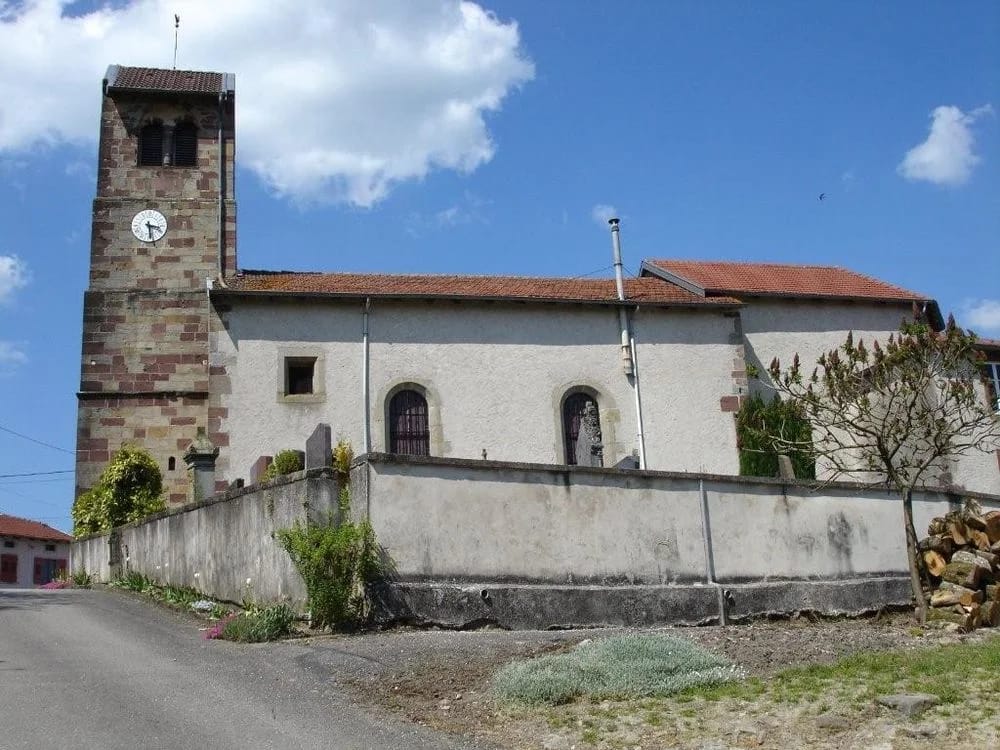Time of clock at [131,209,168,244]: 3:28
